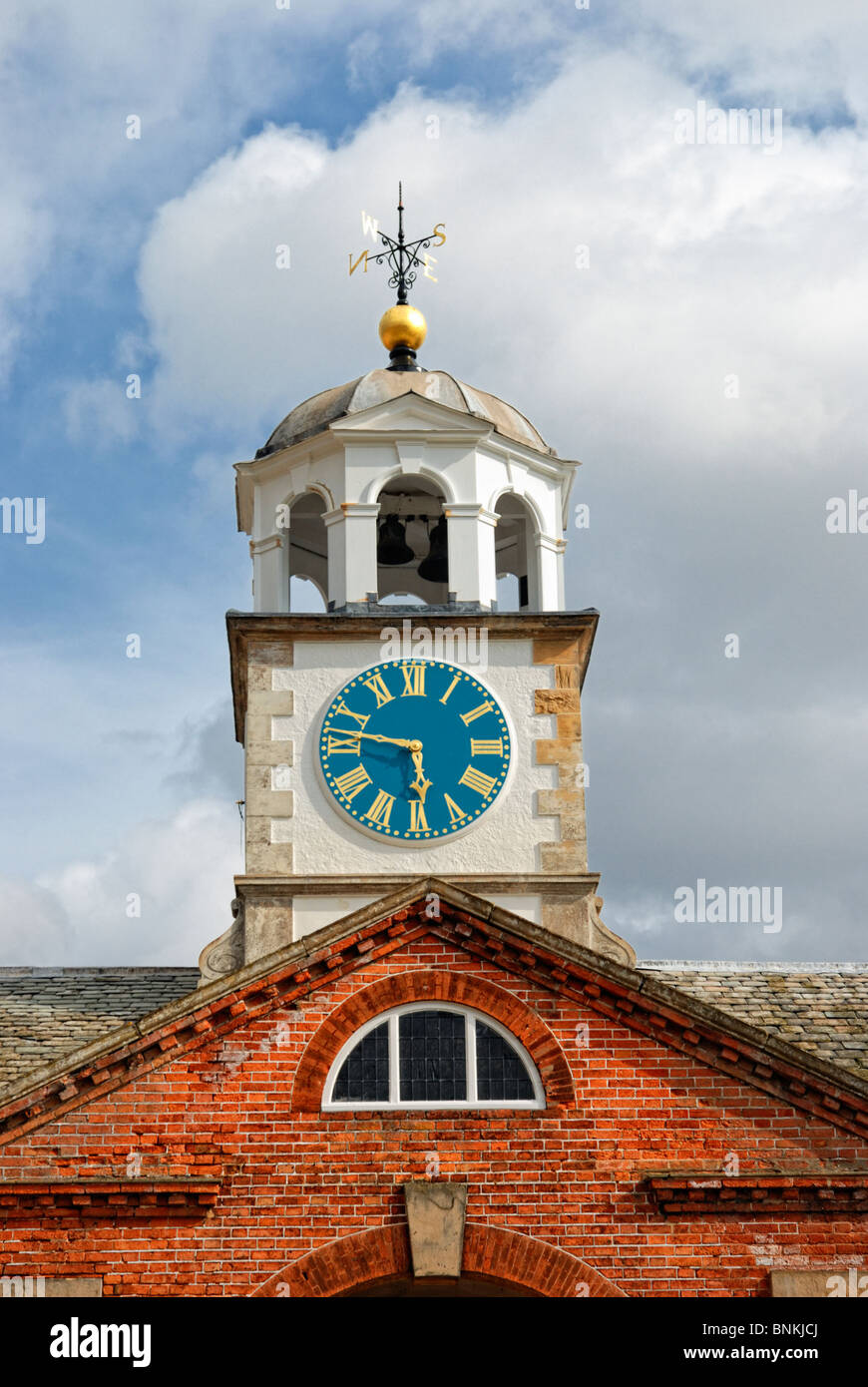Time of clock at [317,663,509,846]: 5:47
